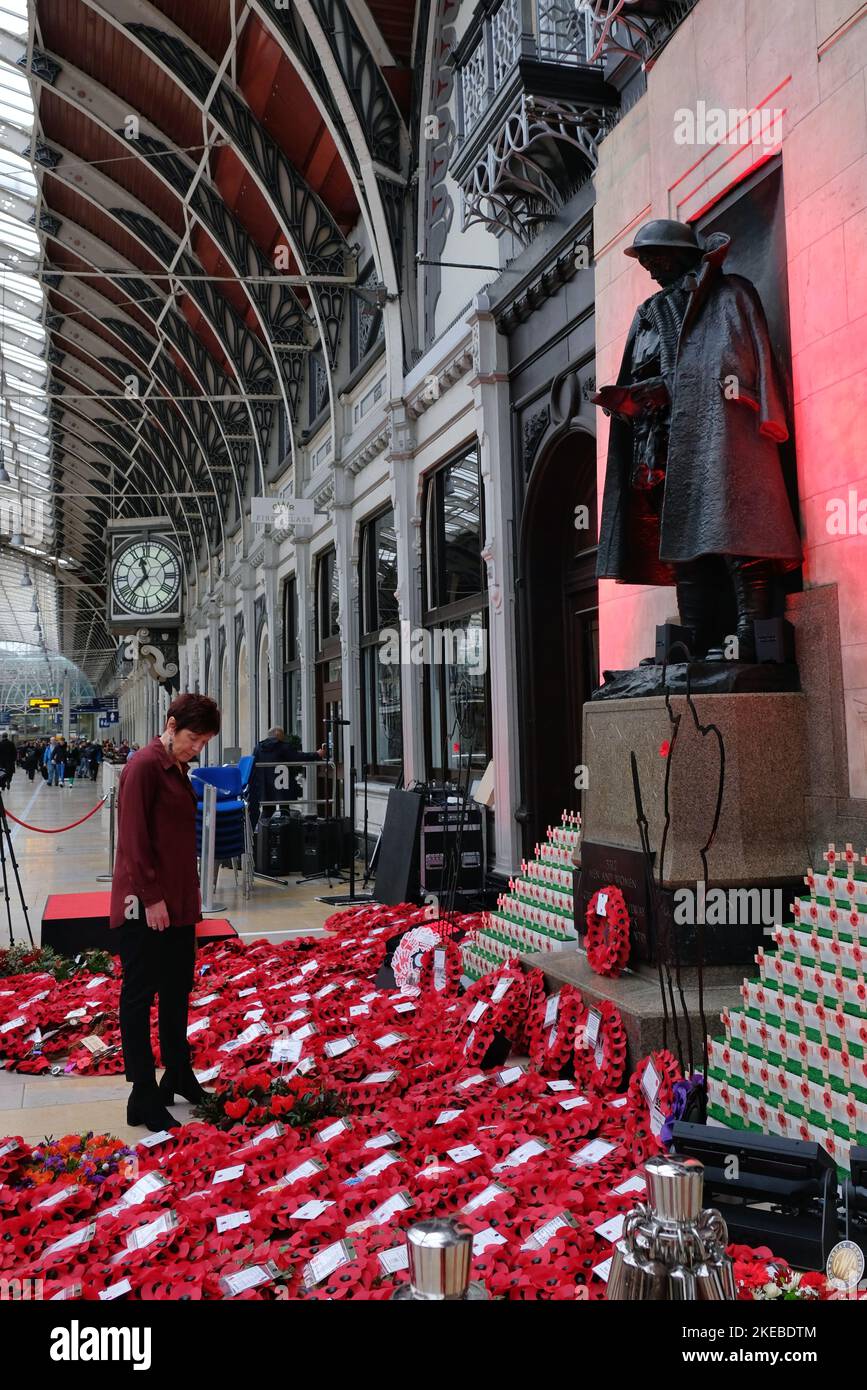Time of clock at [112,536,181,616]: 11:36
